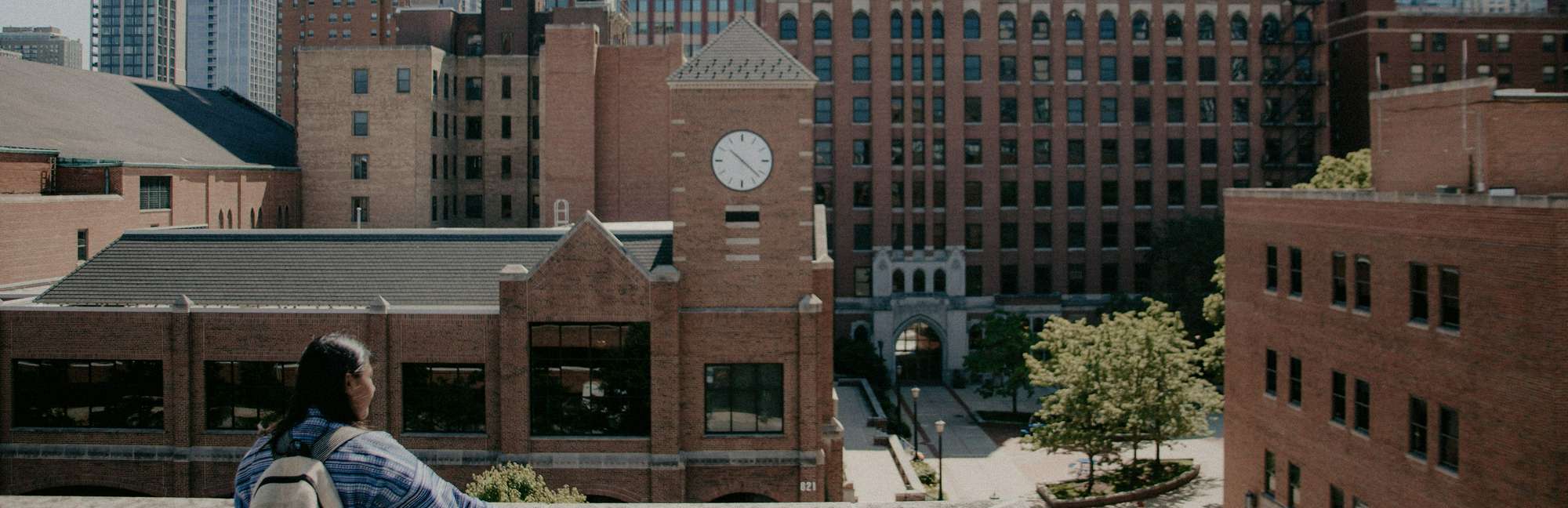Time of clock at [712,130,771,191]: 10:22
